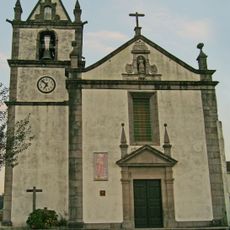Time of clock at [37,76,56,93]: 6:52
